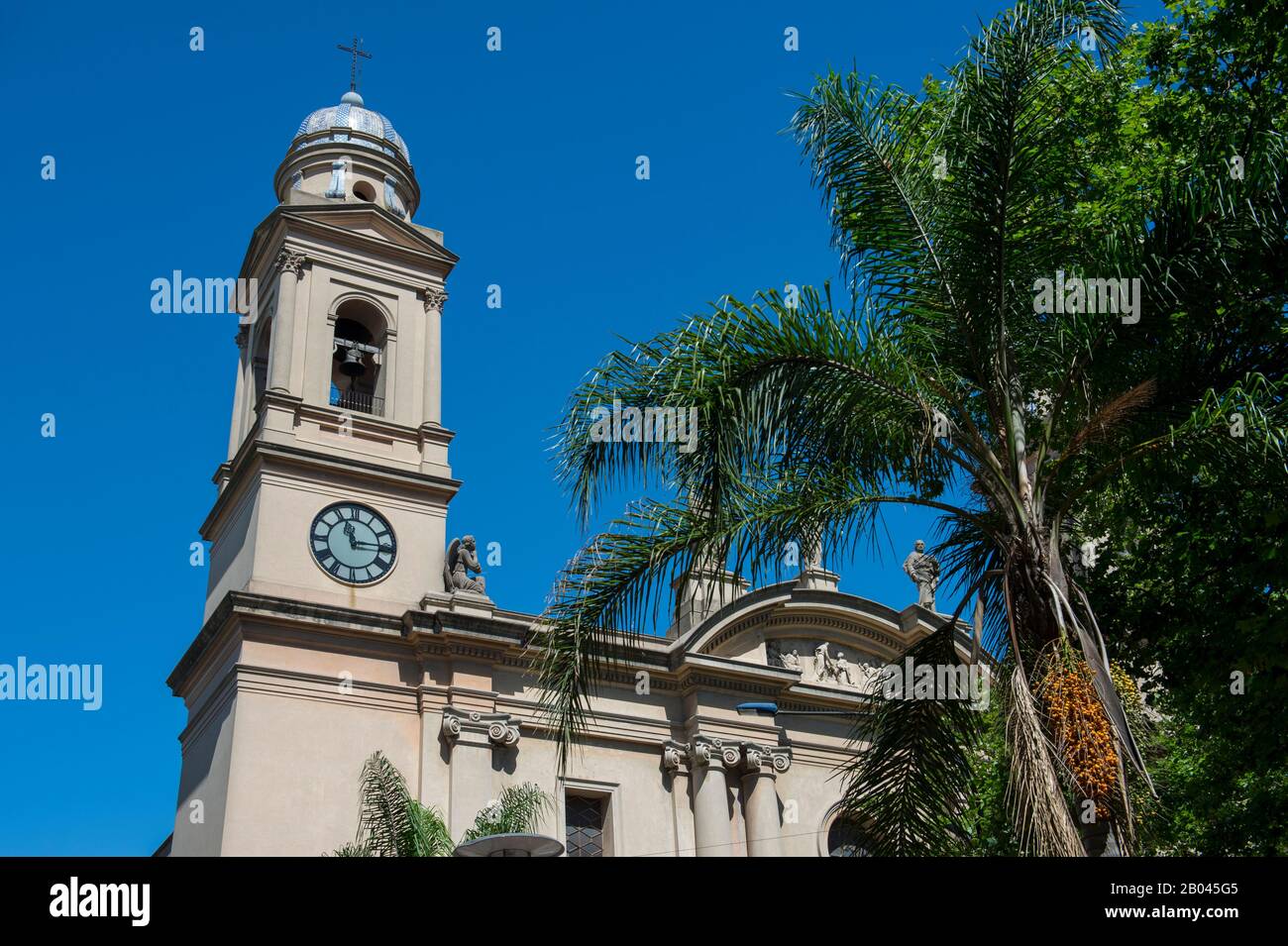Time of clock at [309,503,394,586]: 11:14
